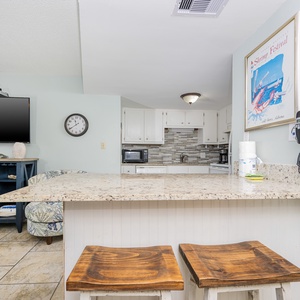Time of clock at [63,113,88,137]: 11:39
